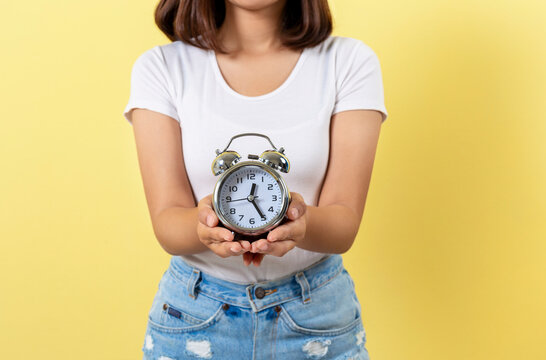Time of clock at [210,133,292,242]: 12:24
